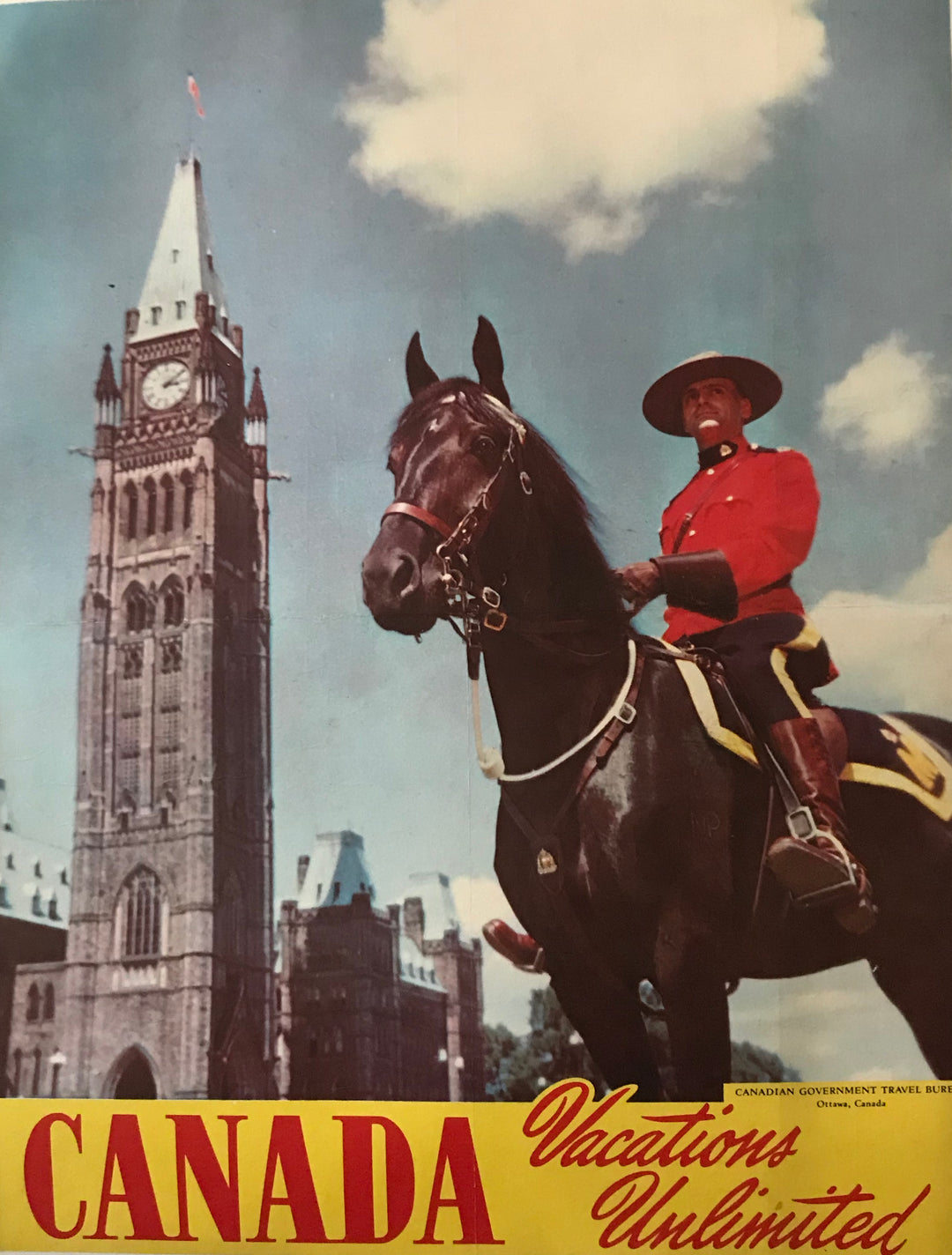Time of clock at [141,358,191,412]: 3:09
